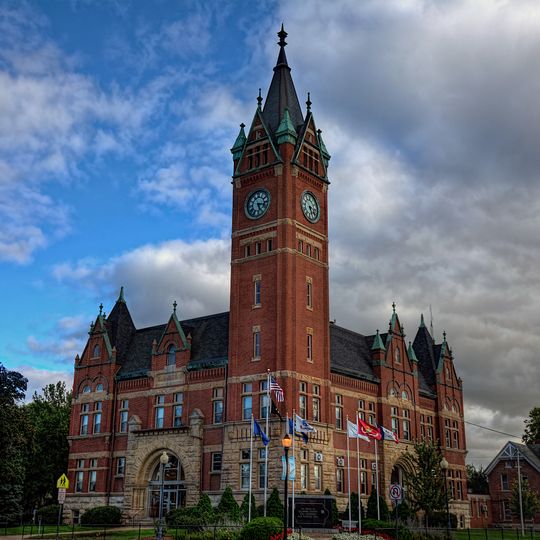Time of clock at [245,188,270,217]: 5:15
